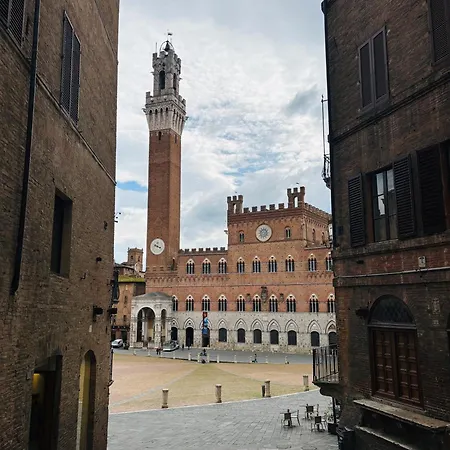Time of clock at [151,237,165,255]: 3:48
